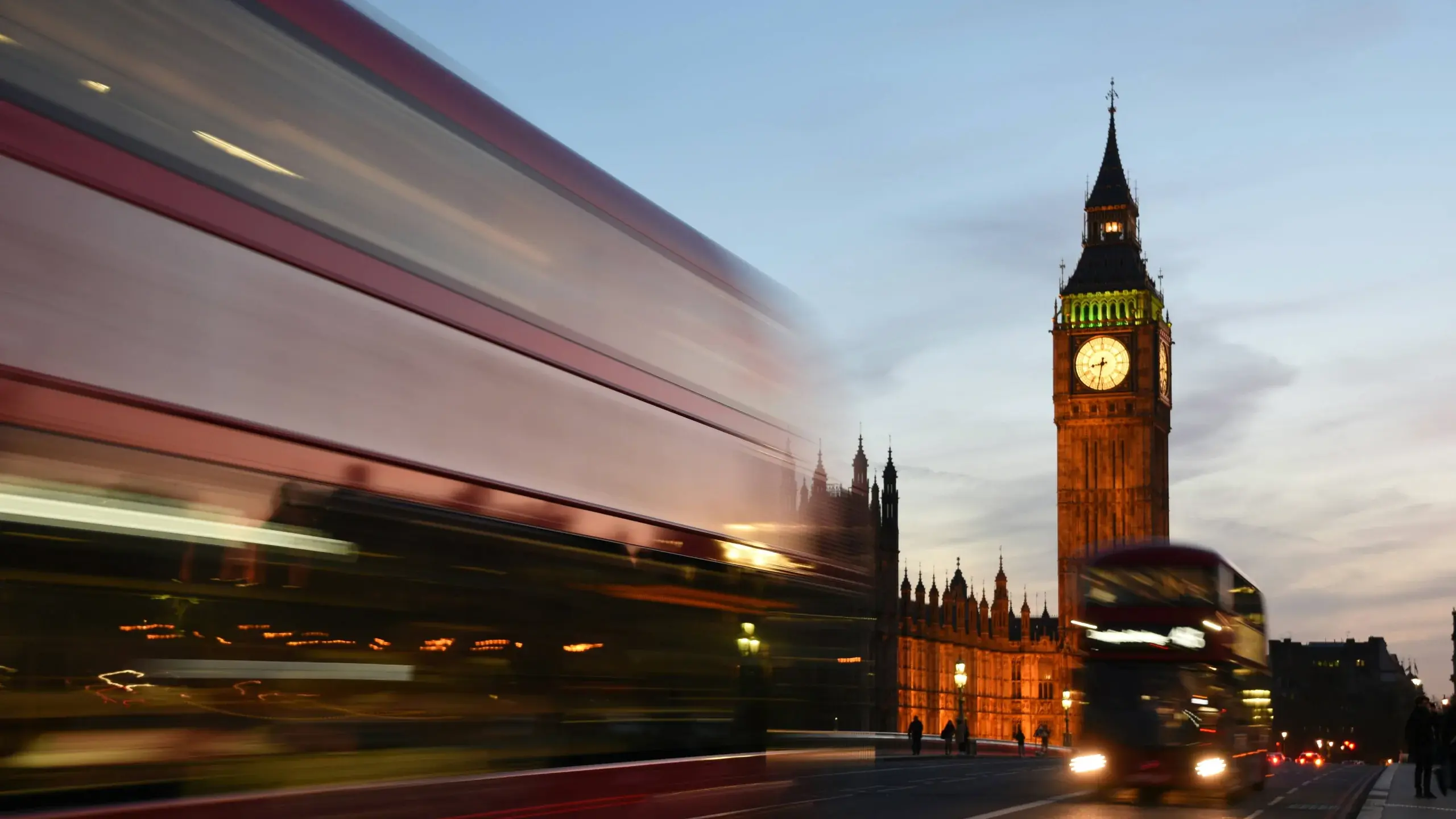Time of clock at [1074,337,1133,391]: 8:31
